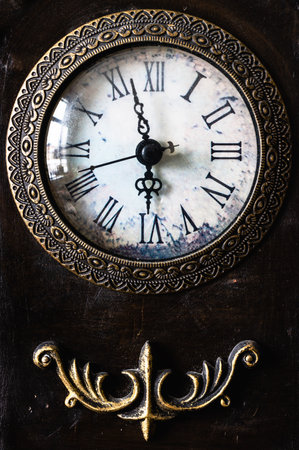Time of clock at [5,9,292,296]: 5:57
